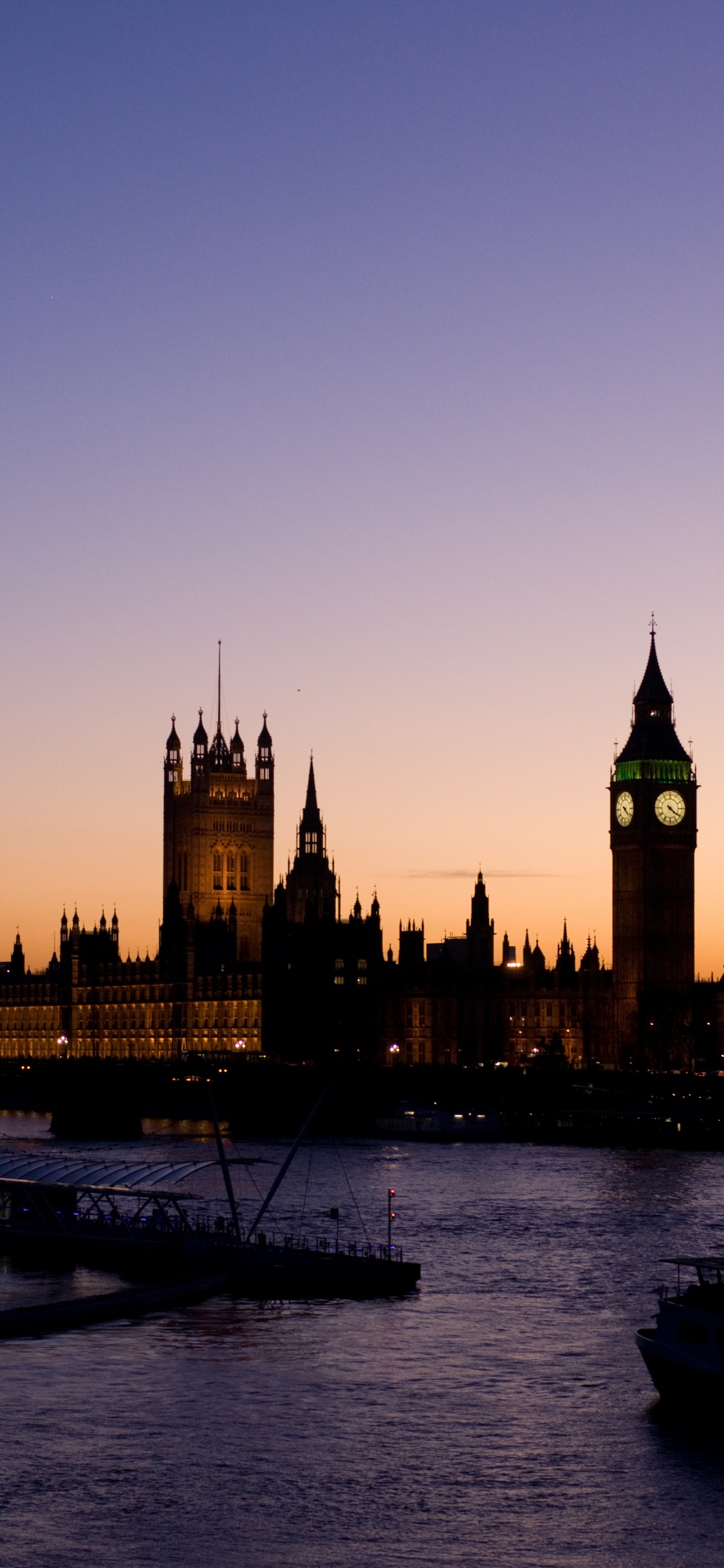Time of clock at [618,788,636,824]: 4:22
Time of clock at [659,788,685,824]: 4:20
